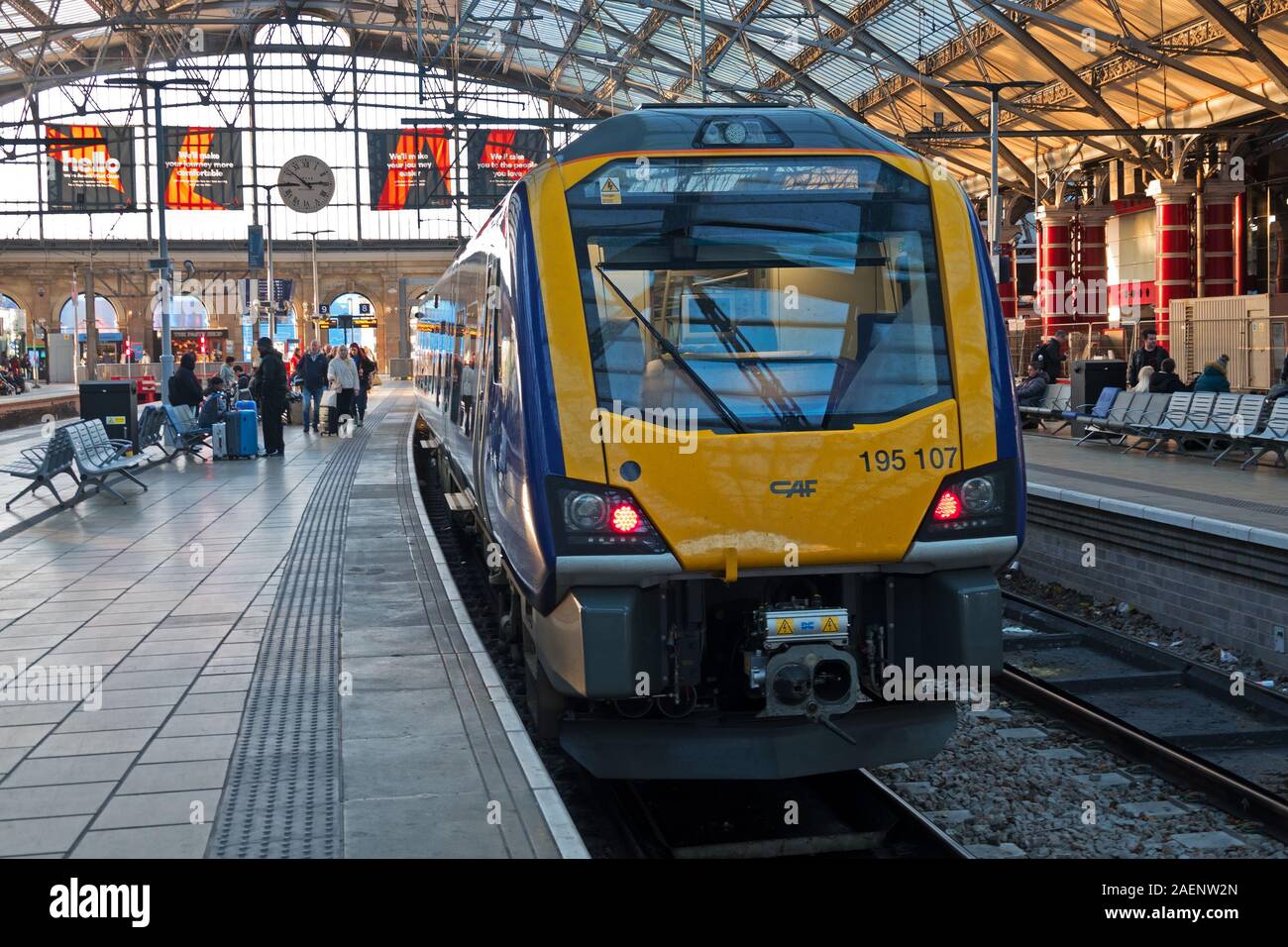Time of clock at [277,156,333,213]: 2:51
